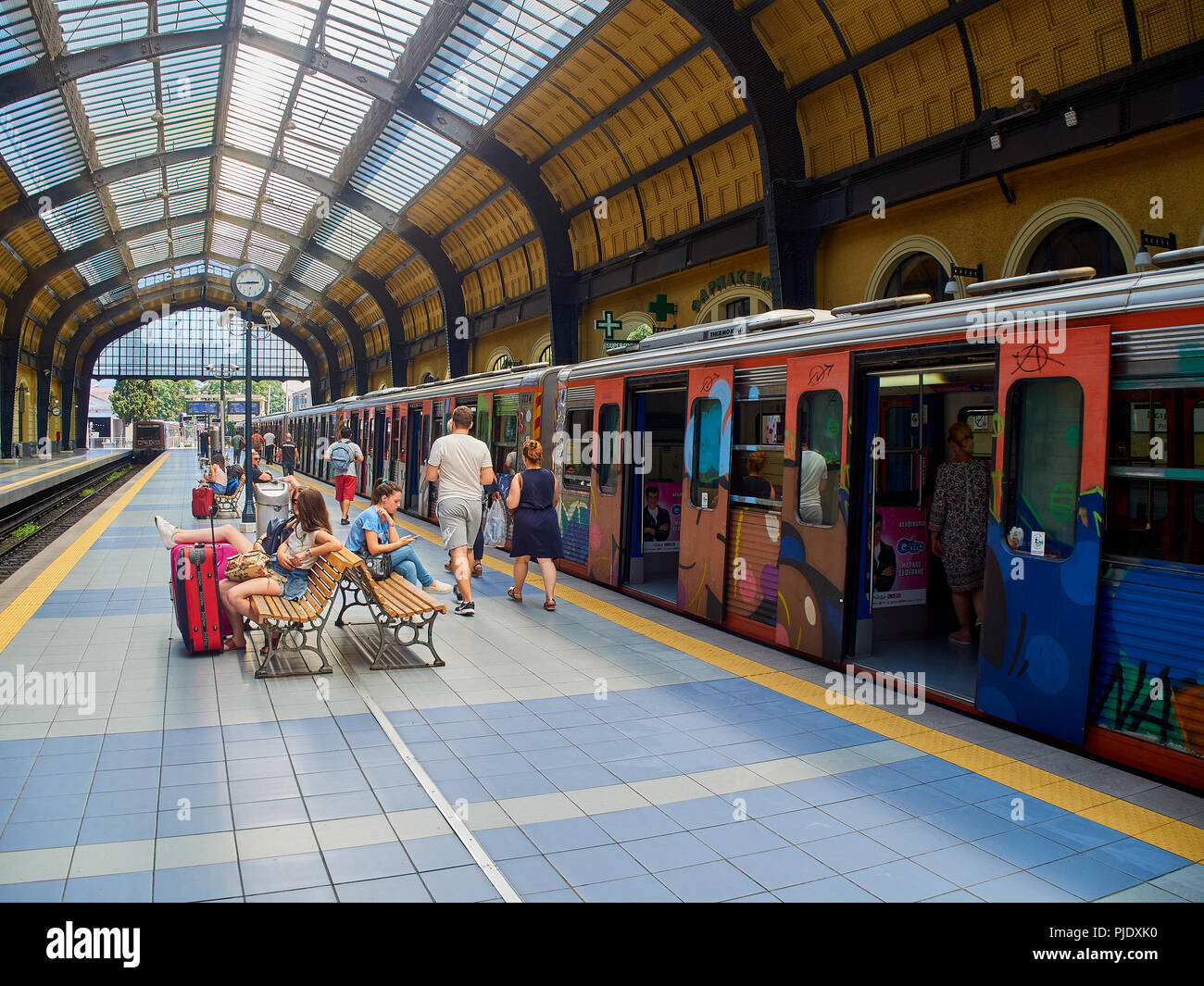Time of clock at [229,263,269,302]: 2:43
